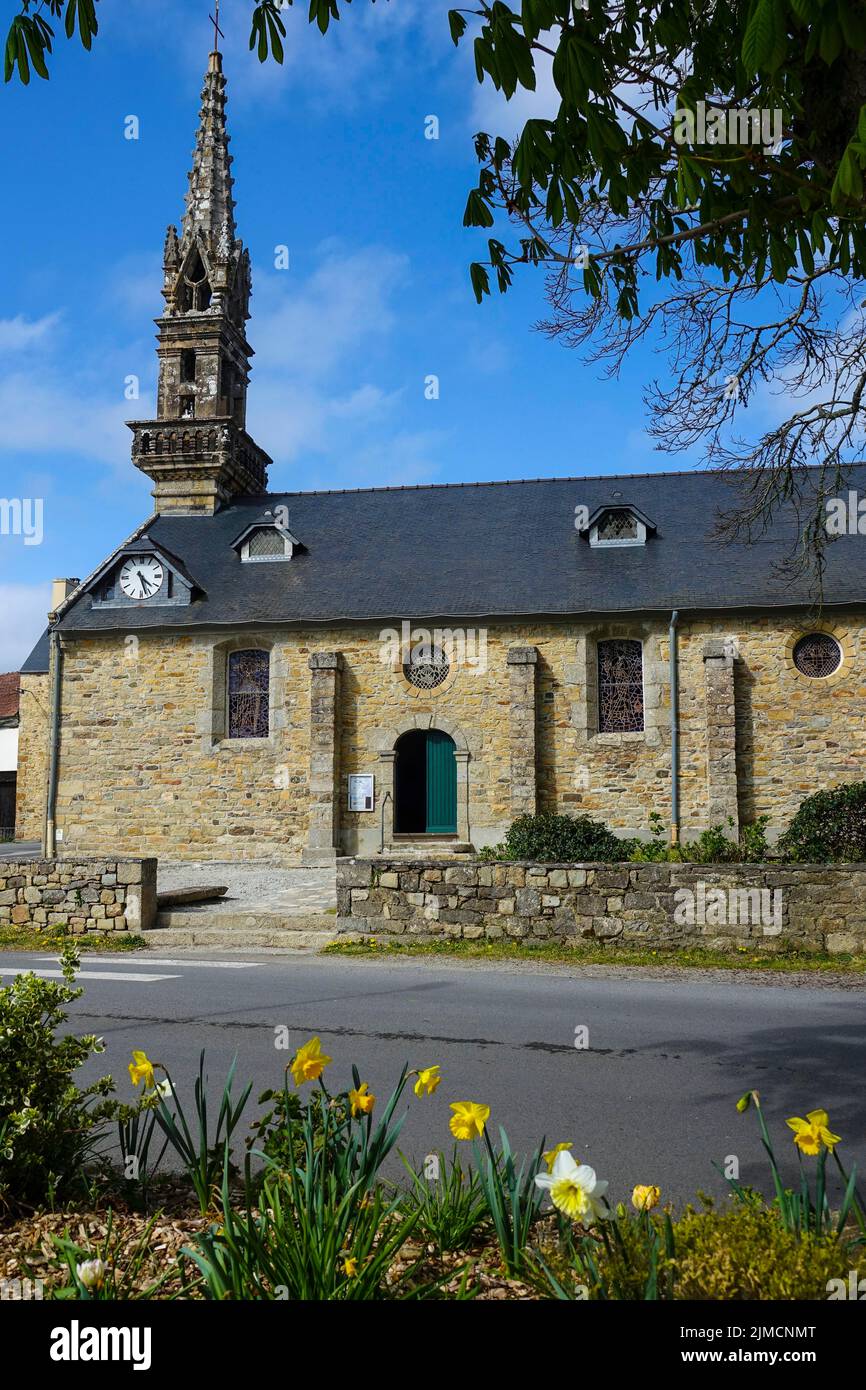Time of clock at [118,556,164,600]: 4:27
